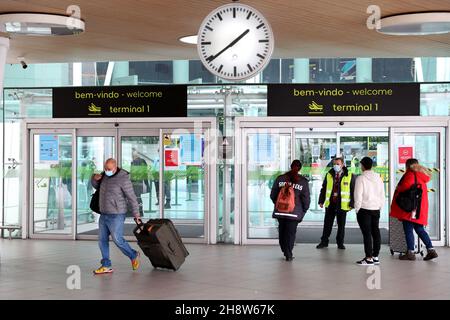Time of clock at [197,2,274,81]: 1:39
